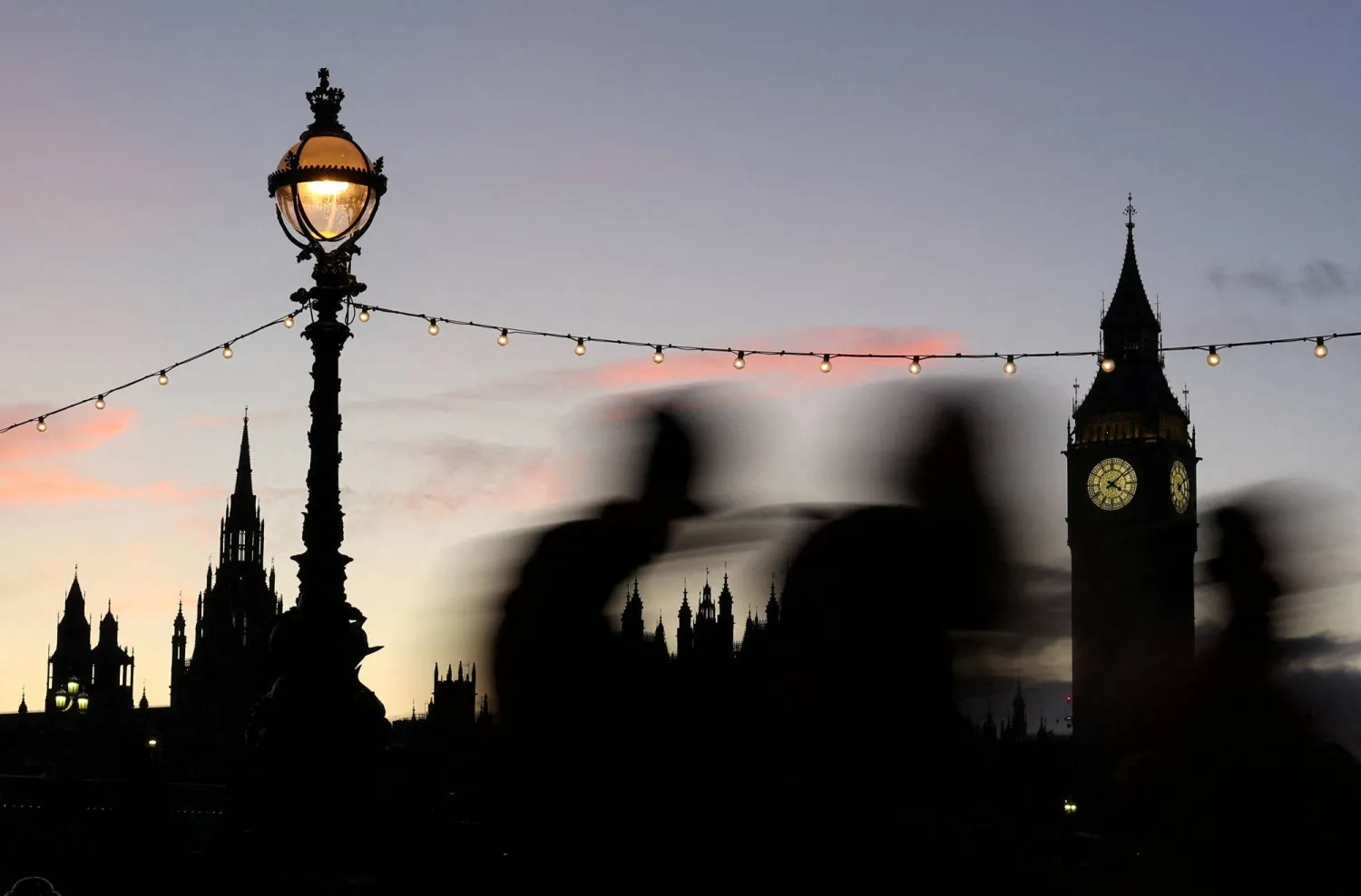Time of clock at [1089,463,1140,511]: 4:08
